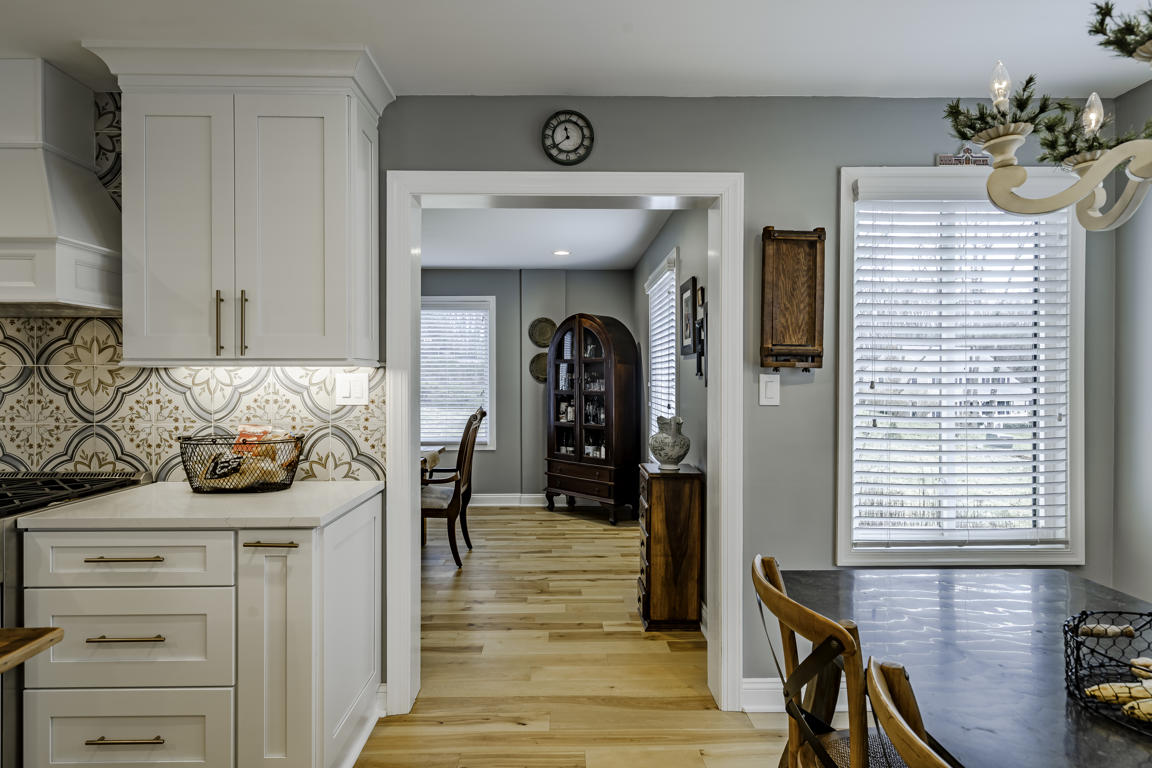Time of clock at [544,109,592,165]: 11:38
